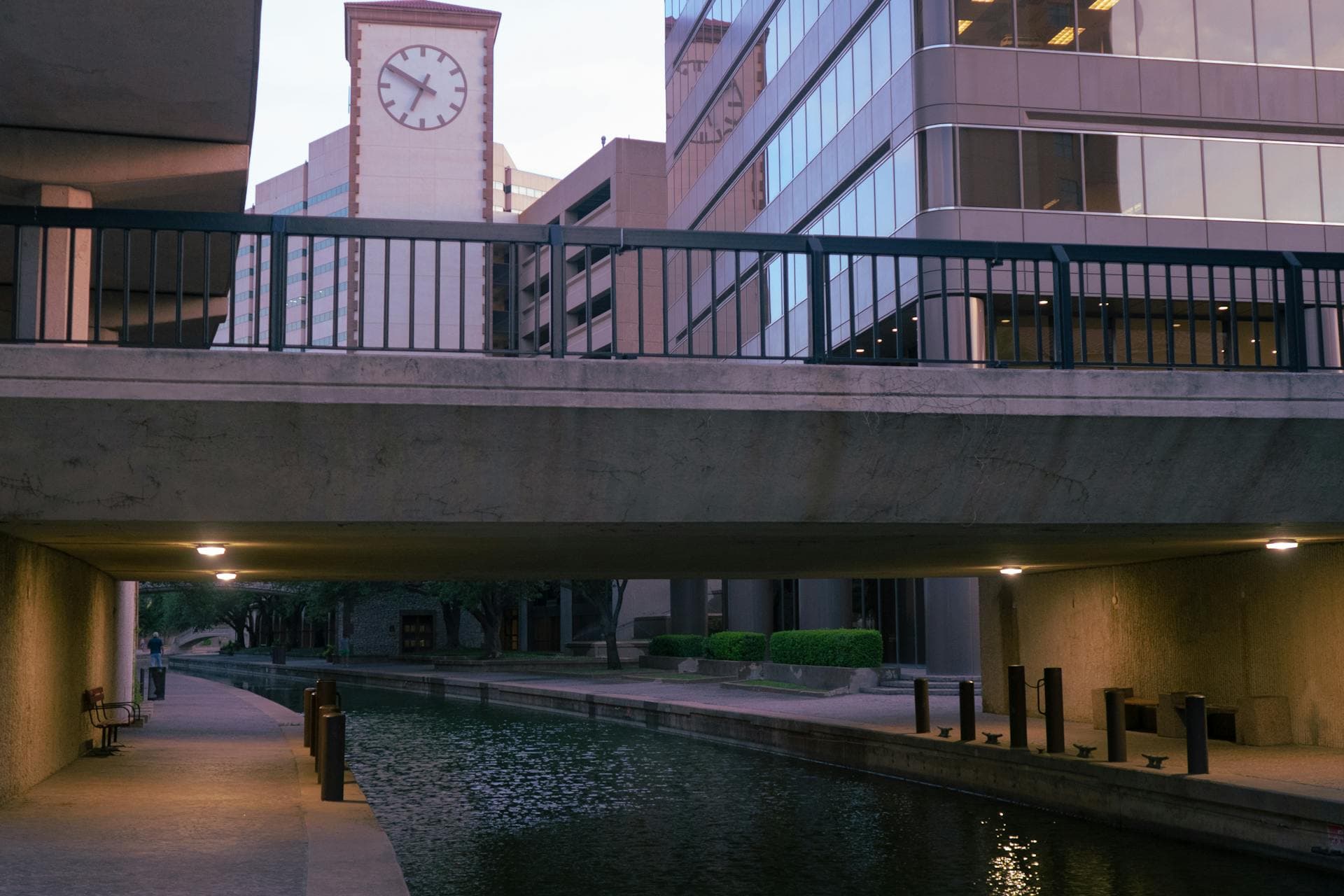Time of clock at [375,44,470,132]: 6:49
